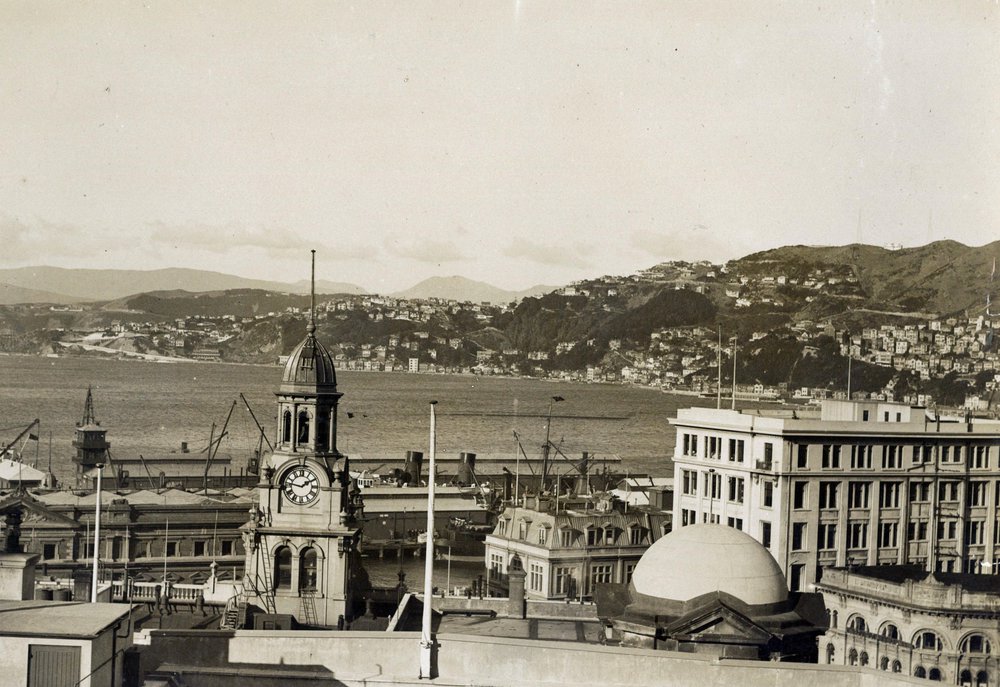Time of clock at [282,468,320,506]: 1:46
